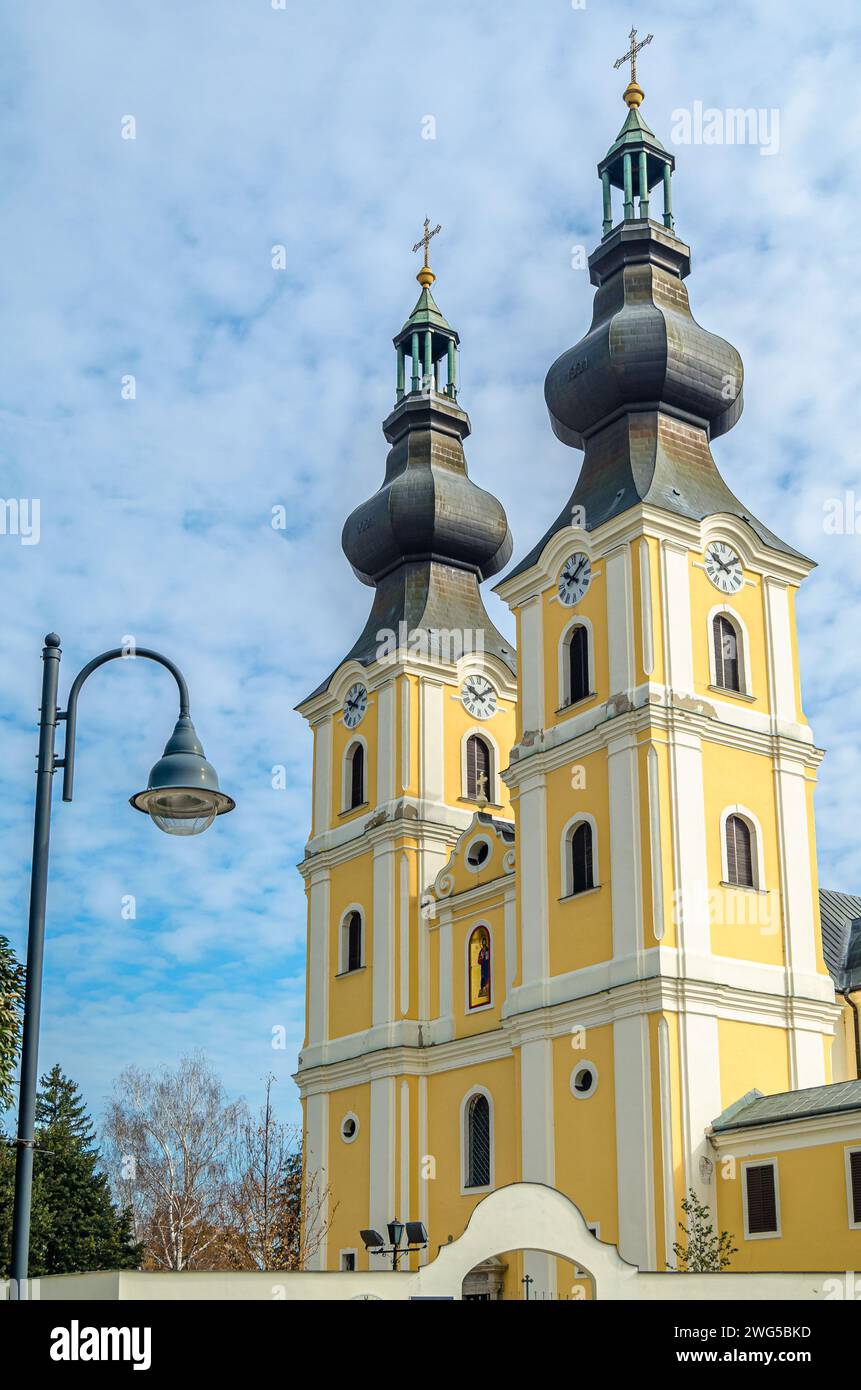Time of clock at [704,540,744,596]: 10:09
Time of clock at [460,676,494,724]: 10:08
